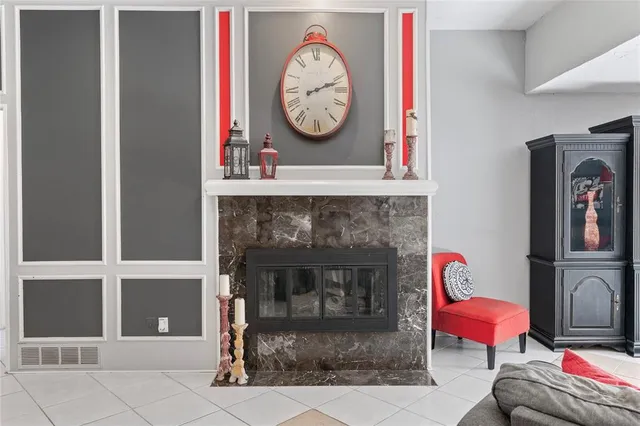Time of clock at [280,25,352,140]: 2:12
